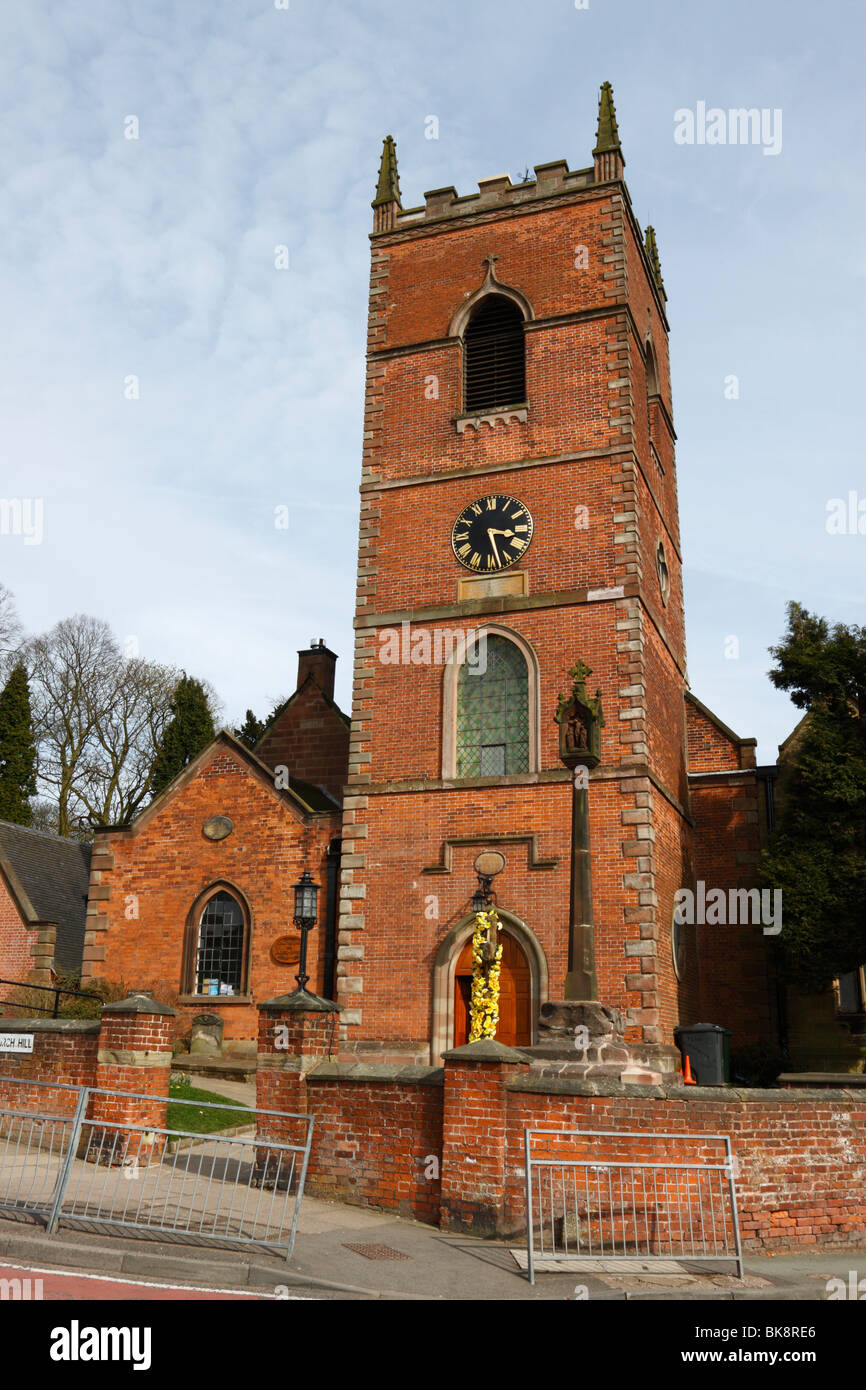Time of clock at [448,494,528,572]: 3:27
